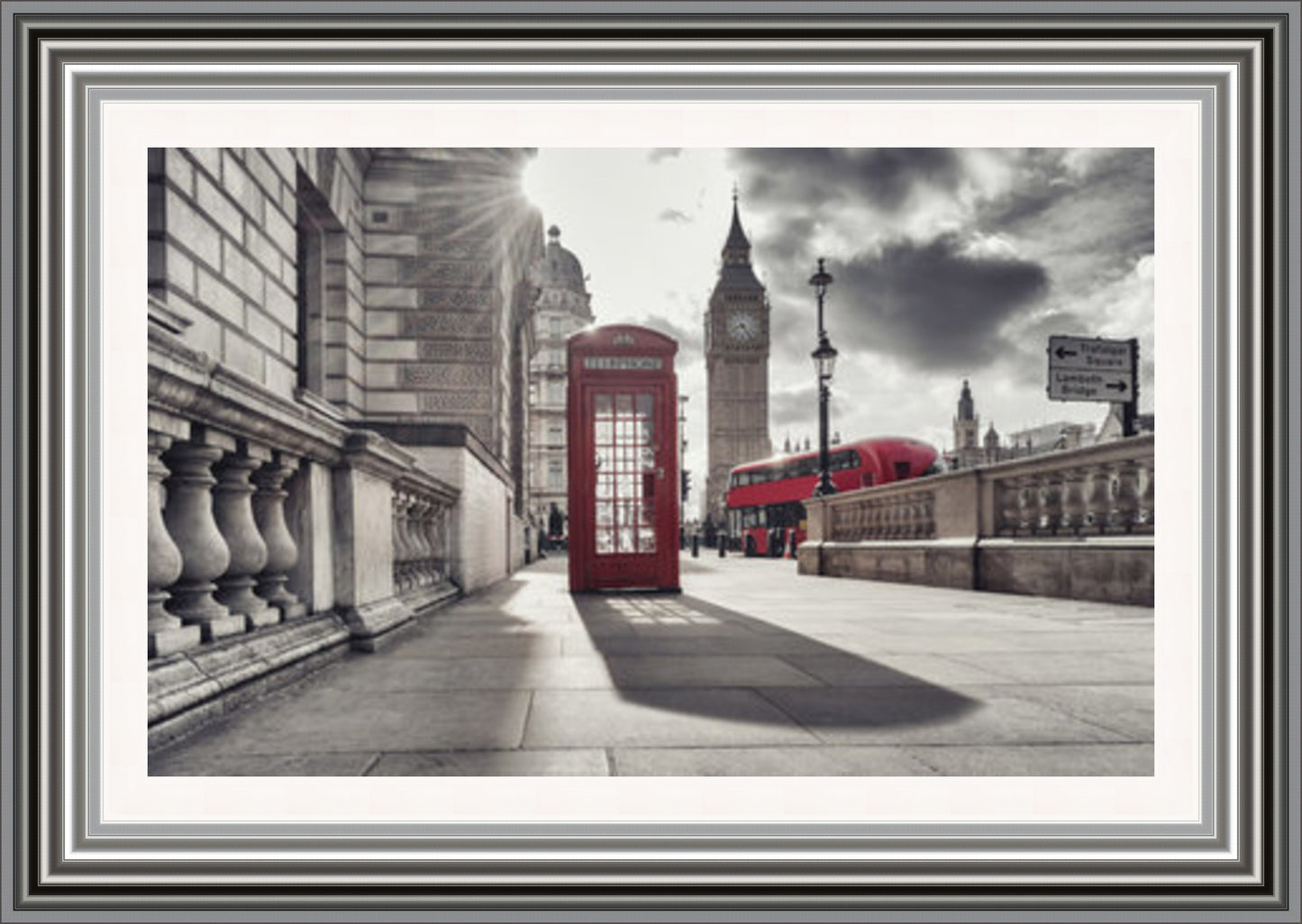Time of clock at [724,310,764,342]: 8:24
